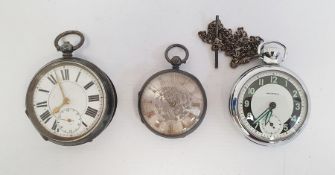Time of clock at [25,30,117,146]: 7:56
